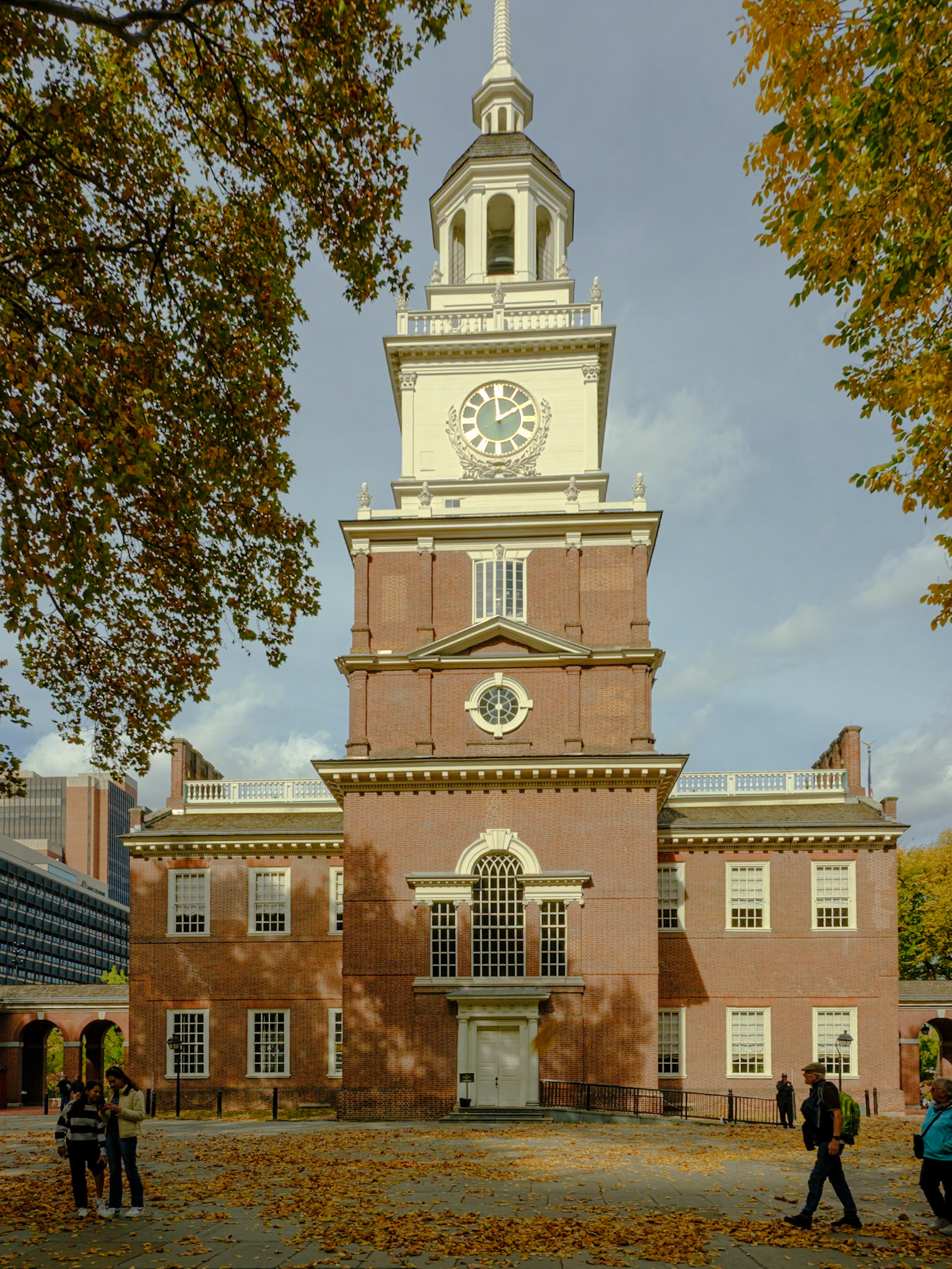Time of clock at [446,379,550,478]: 1:59
